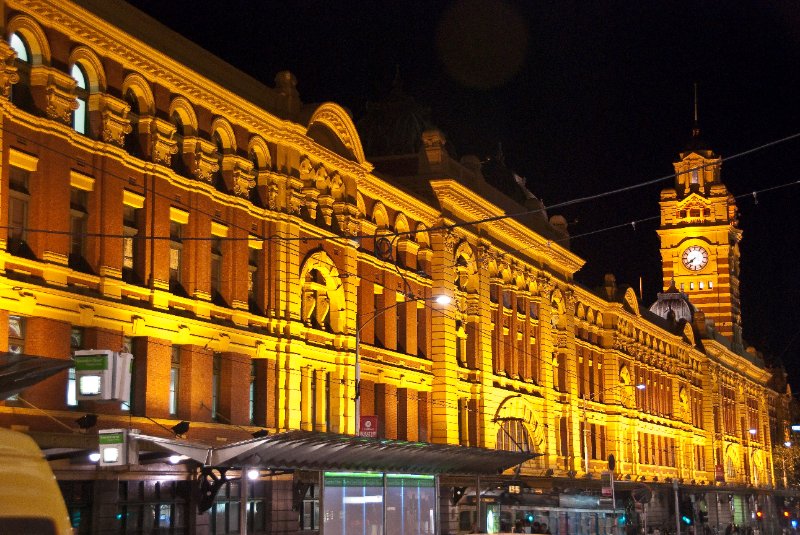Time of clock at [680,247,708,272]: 7:39
